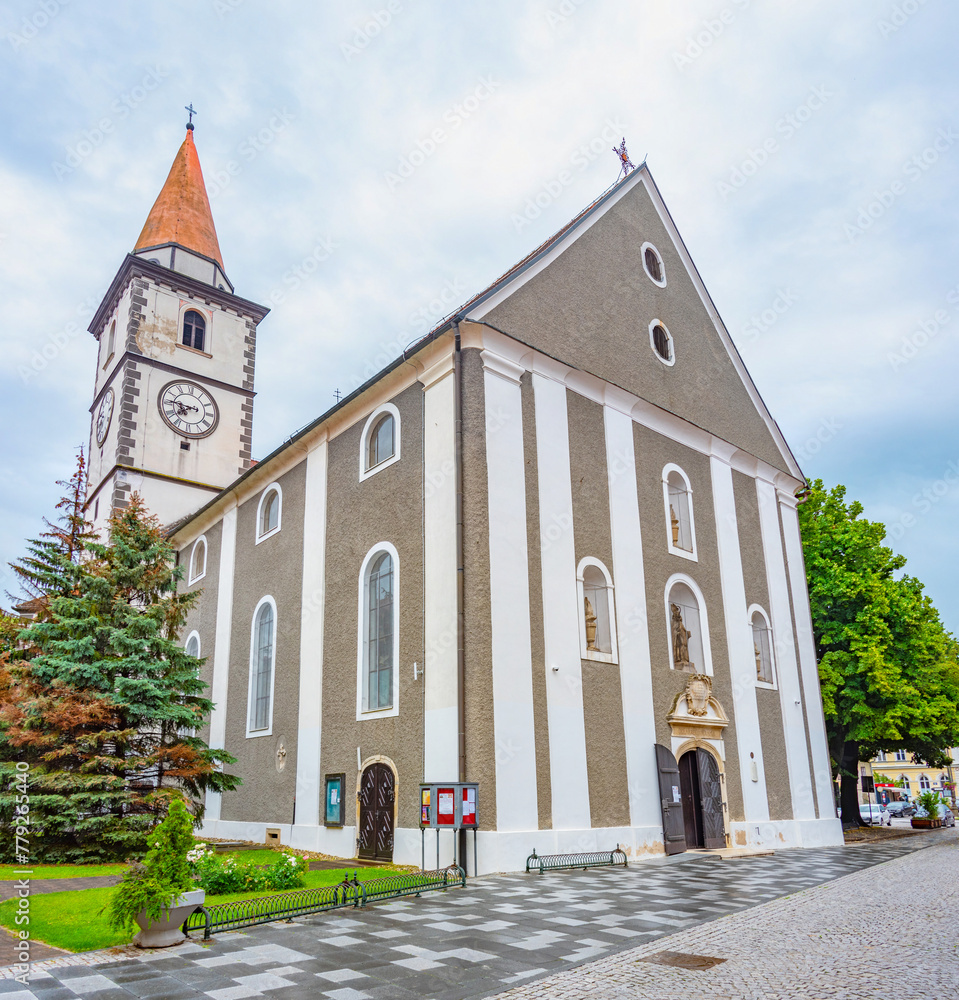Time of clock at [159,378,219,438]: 7:46
